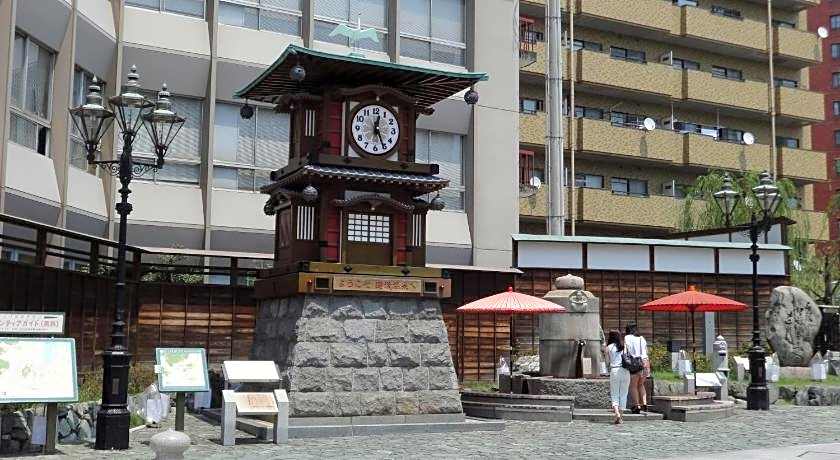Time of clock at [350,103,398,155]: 12:25
